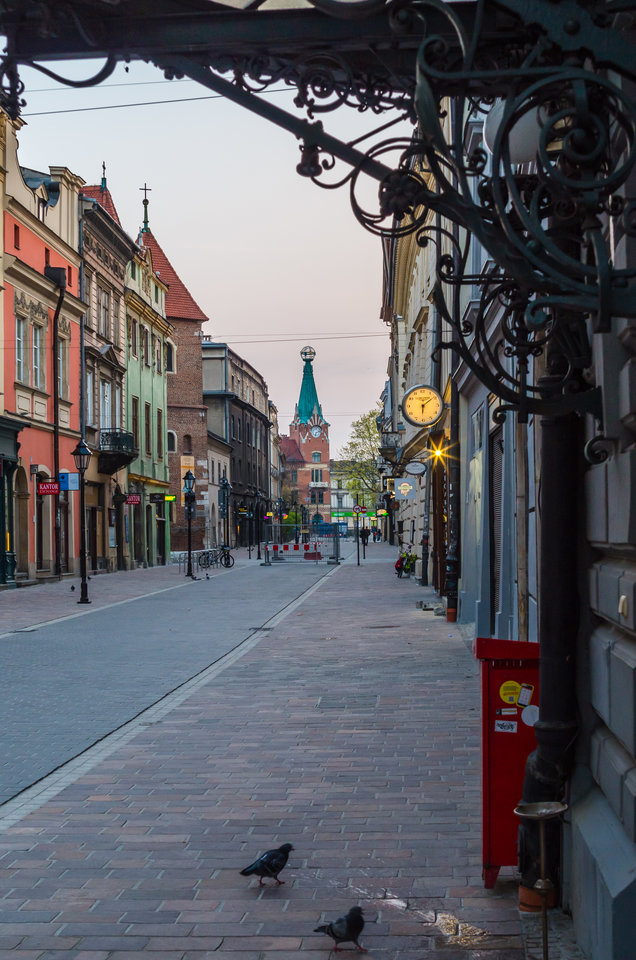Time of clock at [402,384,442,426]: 6:09
